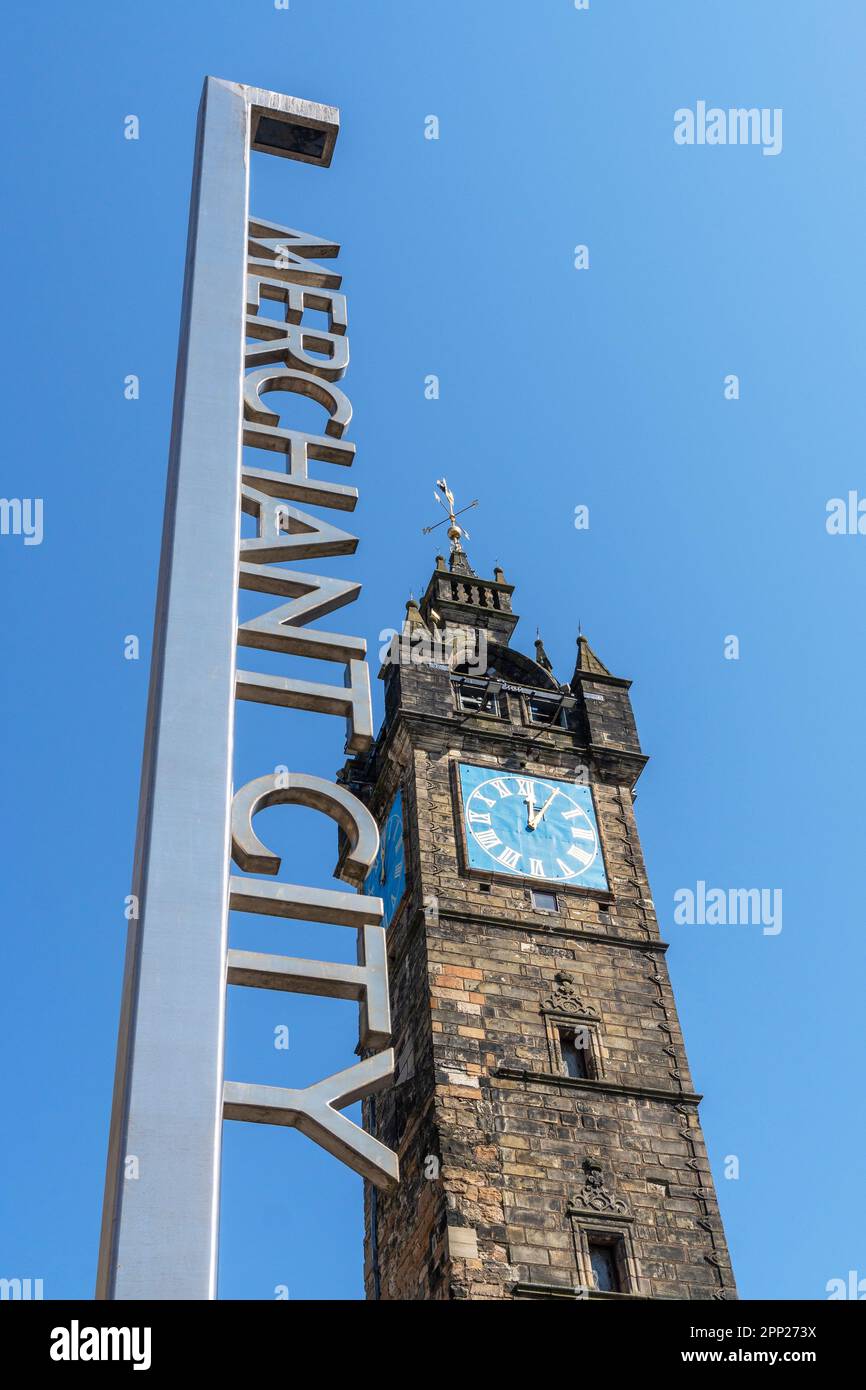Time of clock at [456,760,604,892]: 12:05
